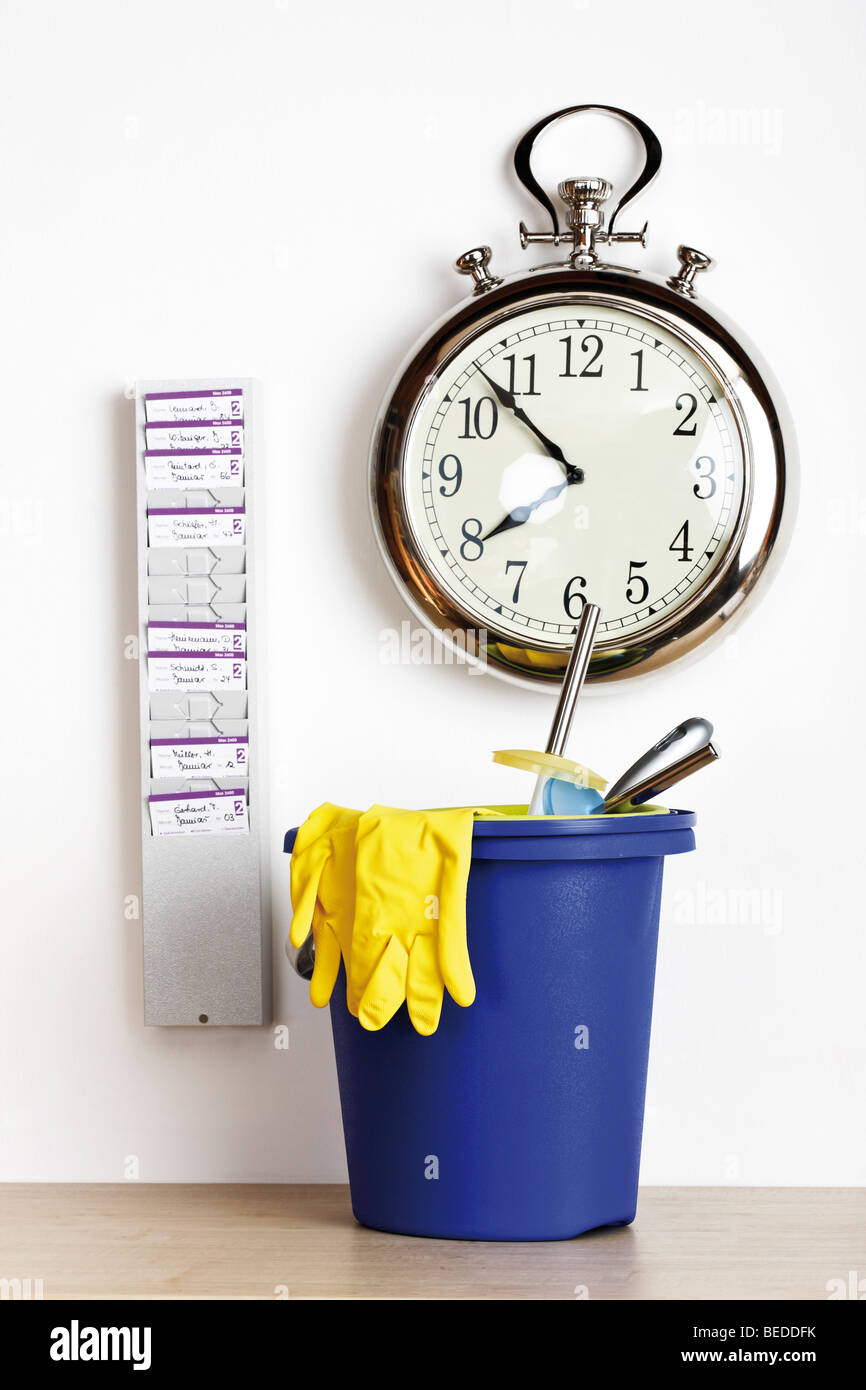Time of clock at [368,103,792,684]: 7:52
